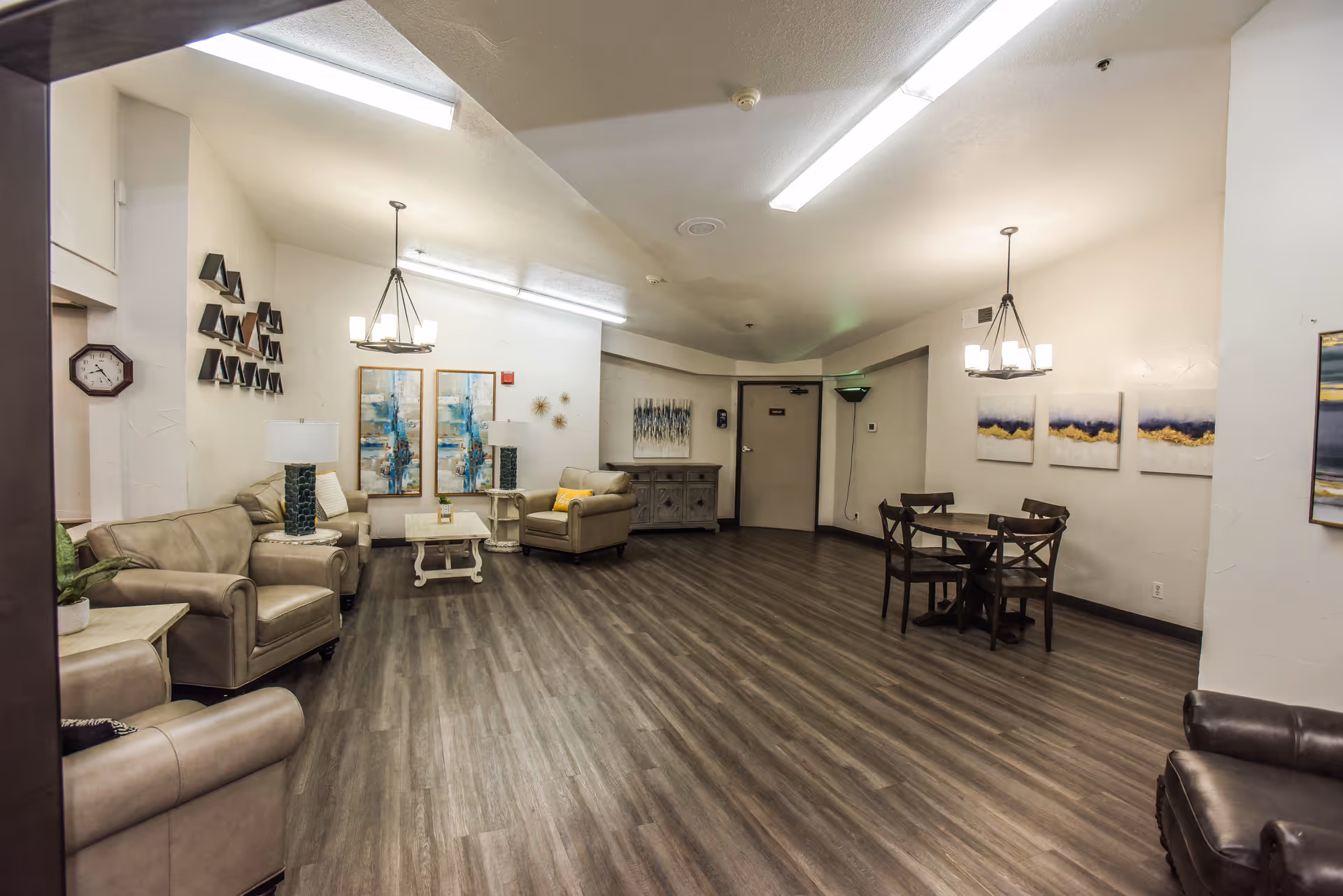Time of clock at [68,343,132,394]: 8:23
